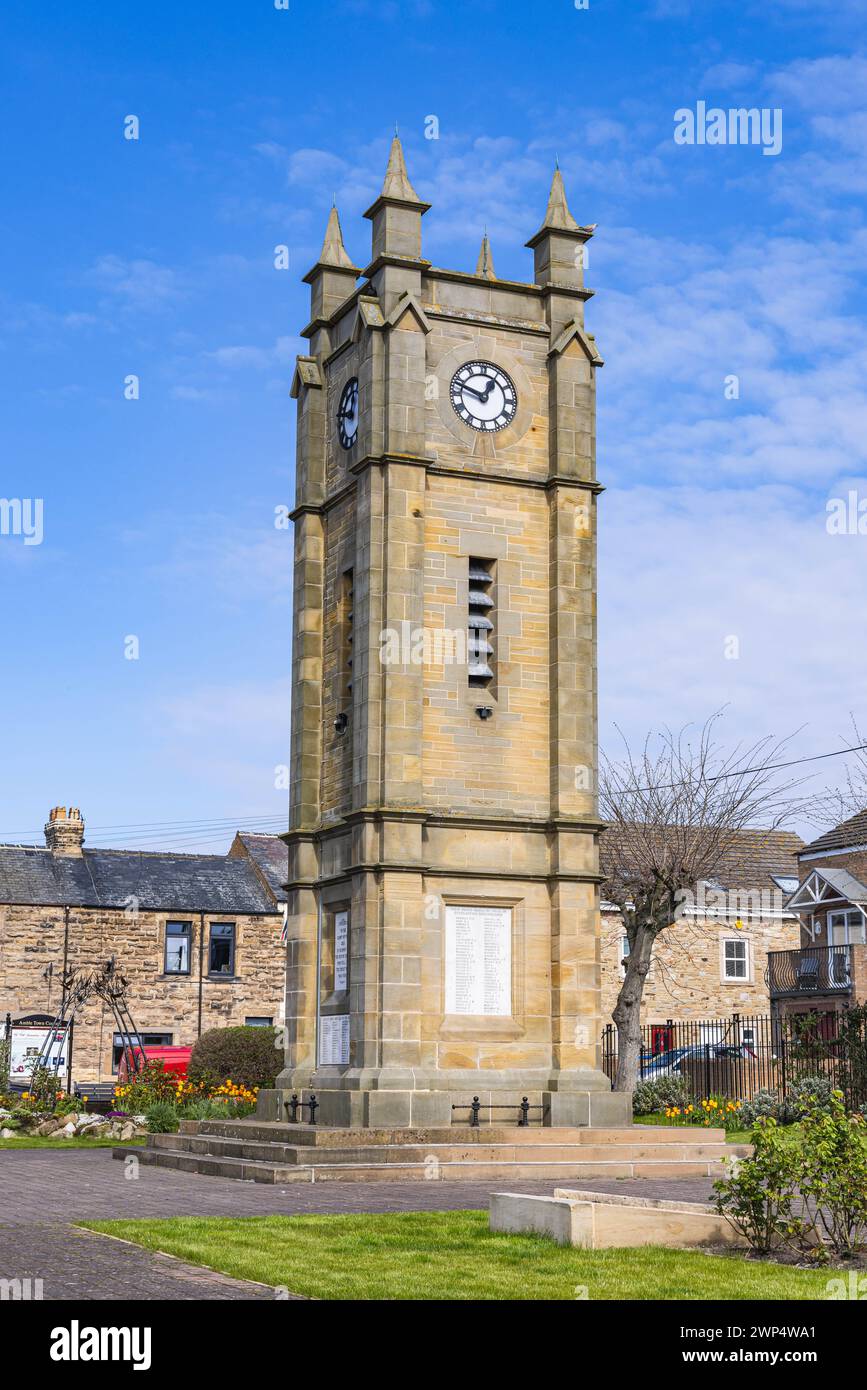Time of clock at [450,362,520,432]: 12:48
